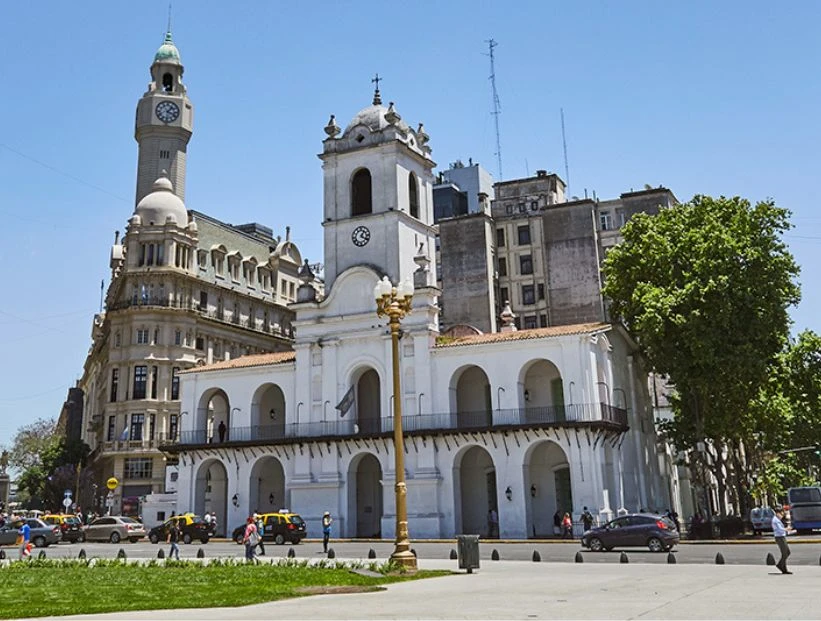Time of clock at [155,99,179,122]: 1:18
